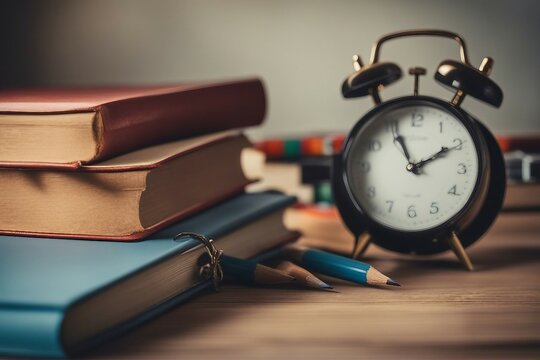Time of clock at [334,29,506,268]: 1:56
